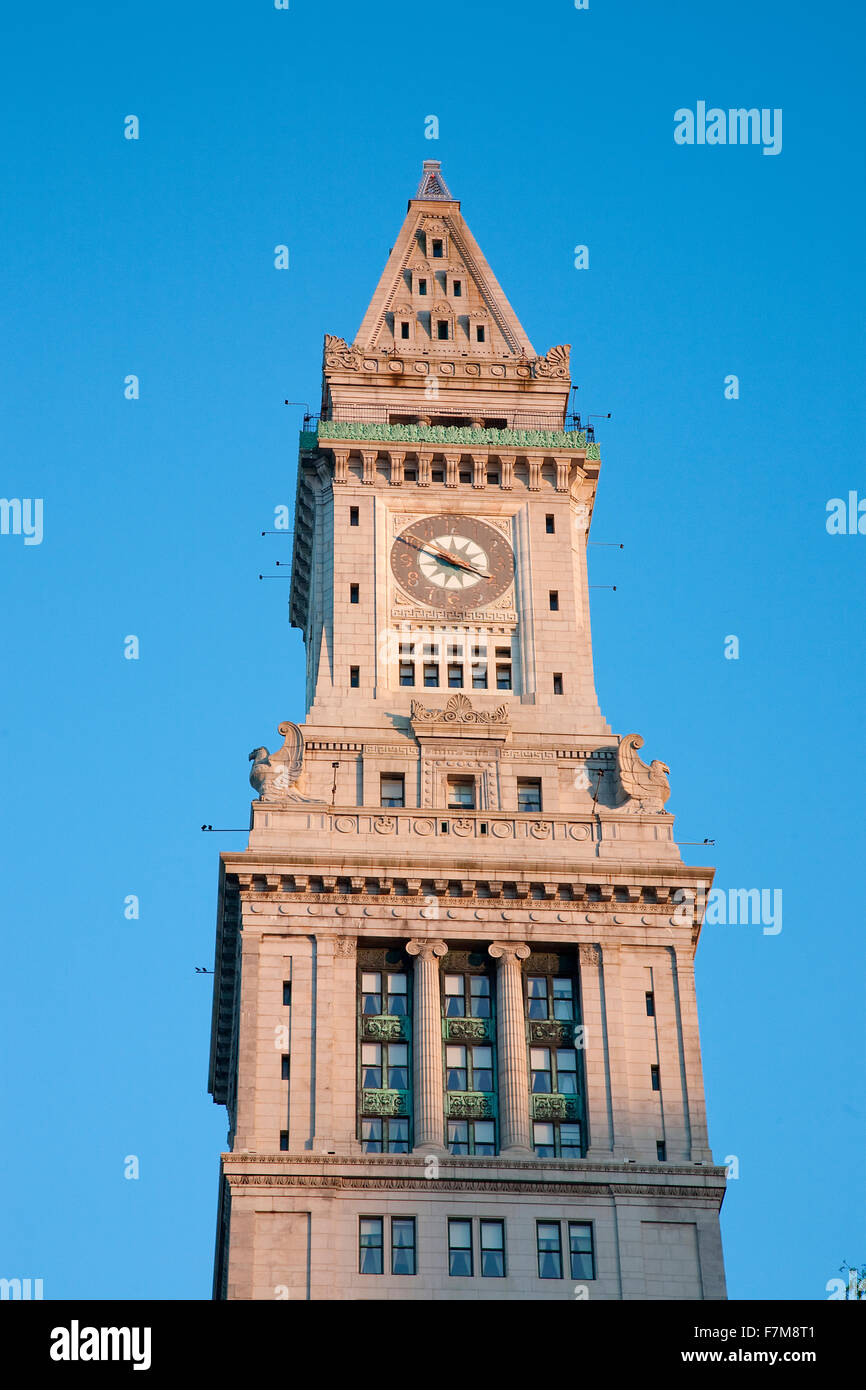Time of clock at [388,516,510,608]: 3:49
